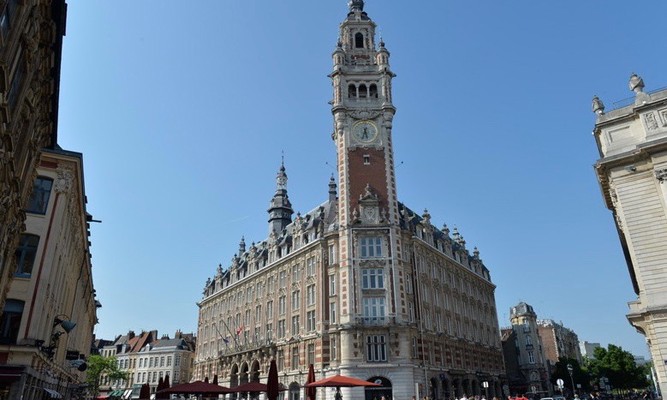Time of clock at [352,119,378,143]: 5:33
